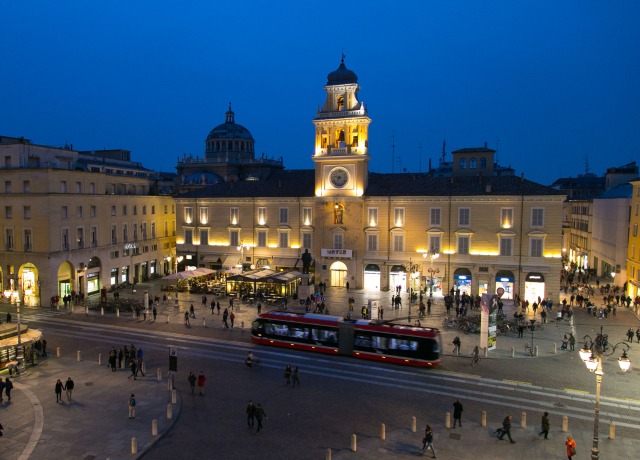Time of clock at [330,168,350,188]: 6:47
